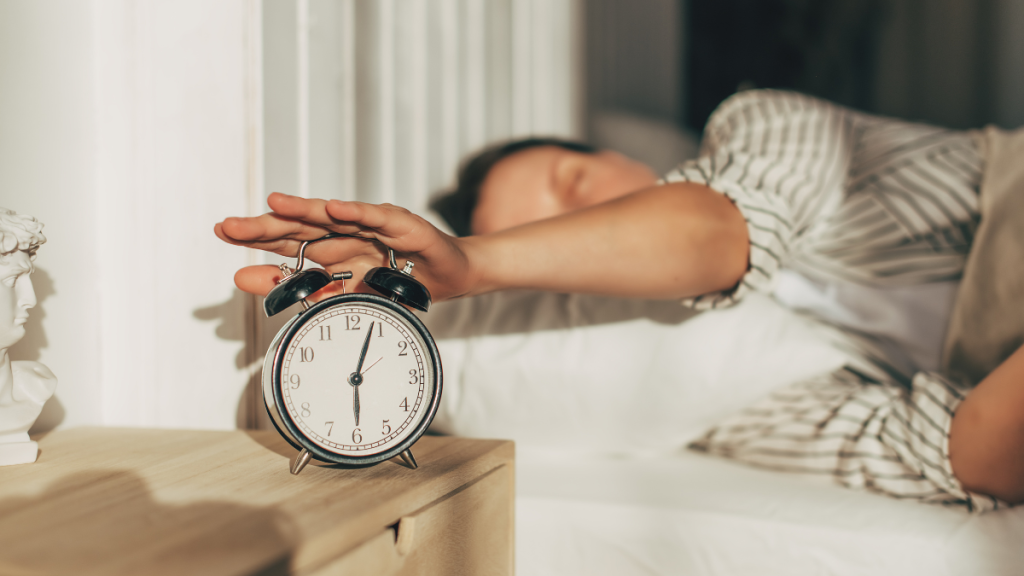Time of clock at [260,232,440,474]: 6:03
